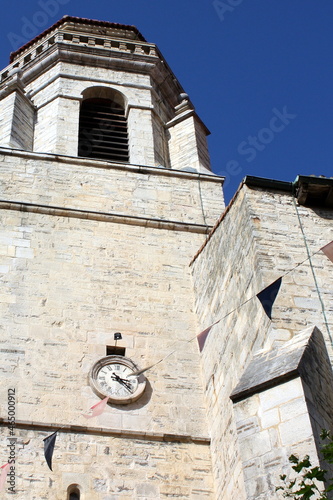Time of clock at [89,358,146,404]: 3:22
